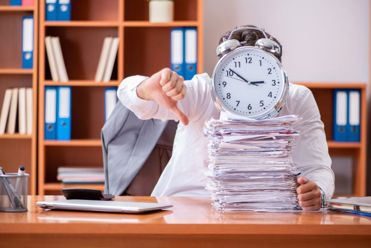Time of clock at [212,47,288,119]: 2:51
